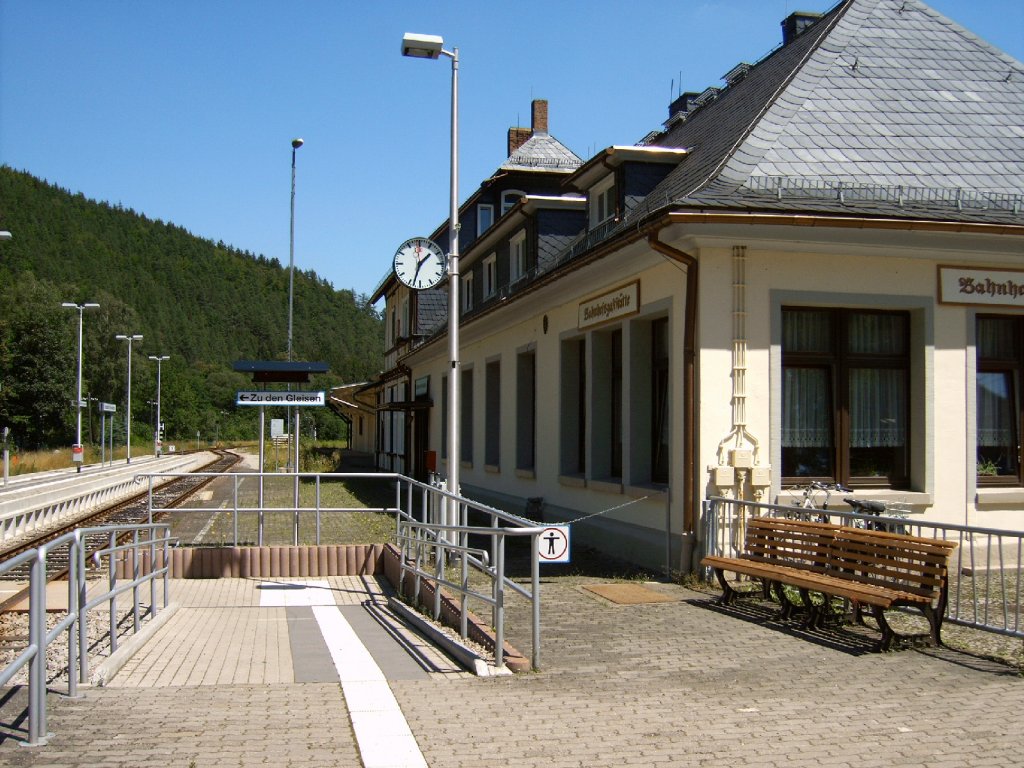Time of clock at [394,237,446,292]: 1:33
